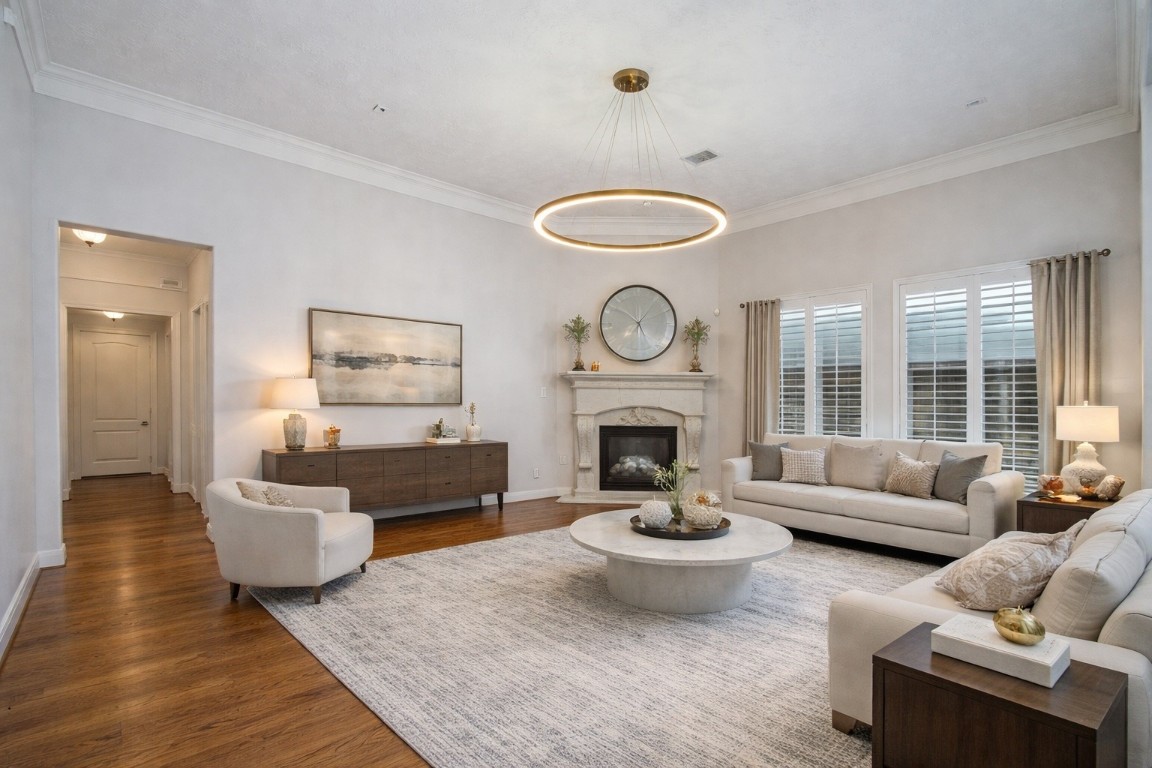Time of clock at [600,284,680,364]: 12:06
